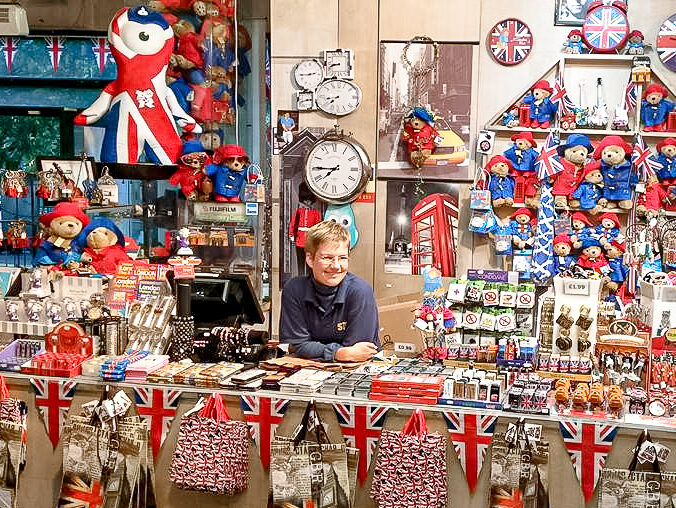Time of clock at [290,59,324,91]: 2:44
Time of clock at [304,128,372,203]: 7:45
